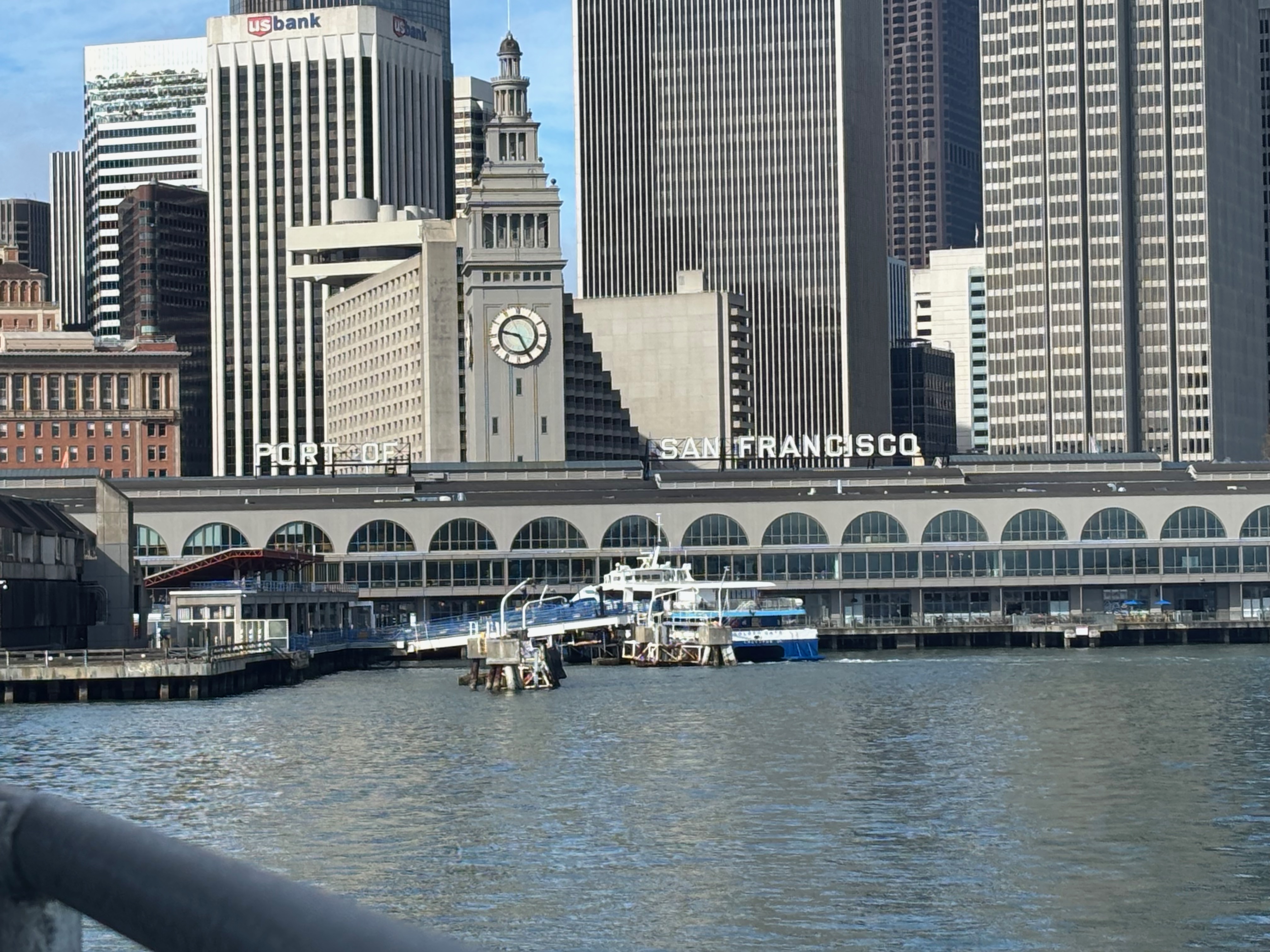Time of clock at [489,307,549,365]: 9:25
